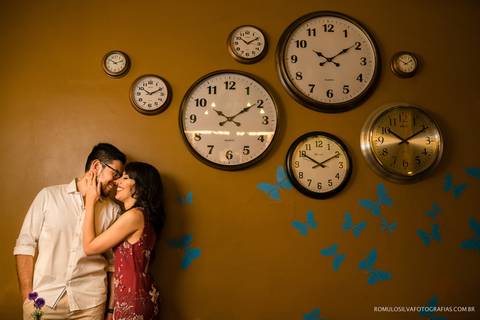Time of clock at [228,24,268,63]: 10:10
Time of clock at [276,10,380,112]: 10:09
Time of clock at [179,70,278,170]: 10:09
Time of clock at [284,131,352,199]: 10:10
